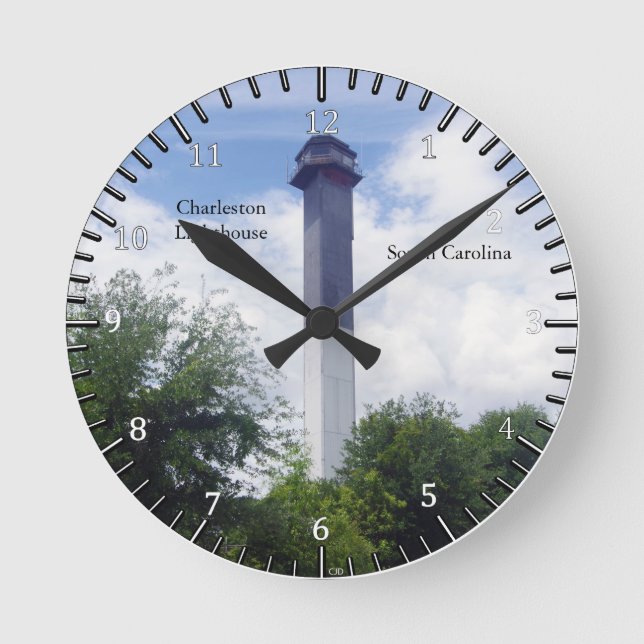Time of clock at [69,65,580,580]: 10:09
